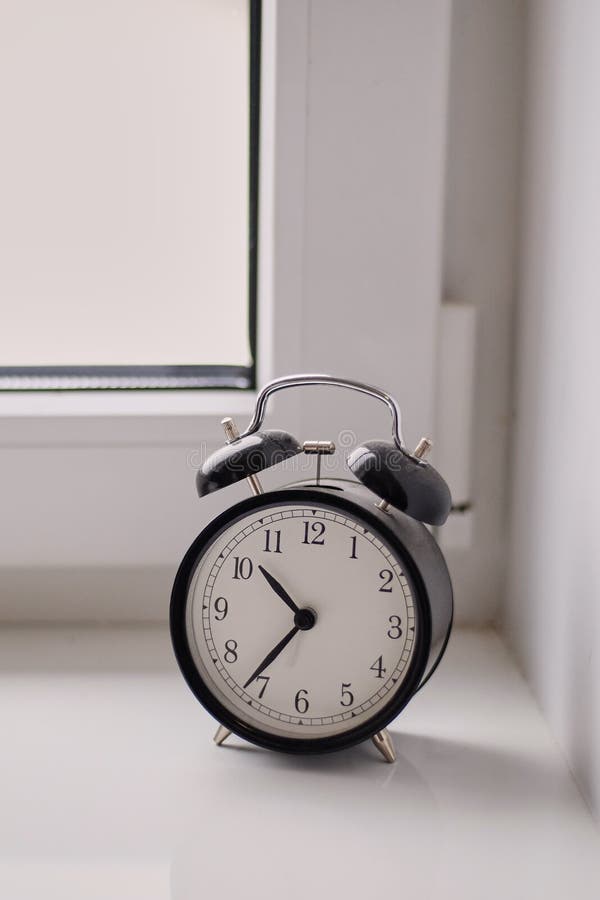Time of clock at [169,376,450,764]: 10:36
